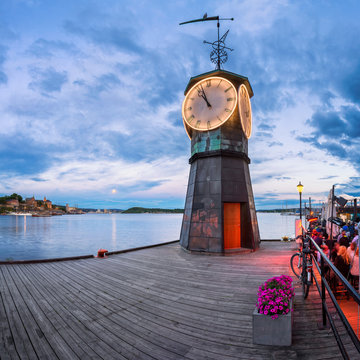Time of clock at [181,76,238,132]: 10:56
